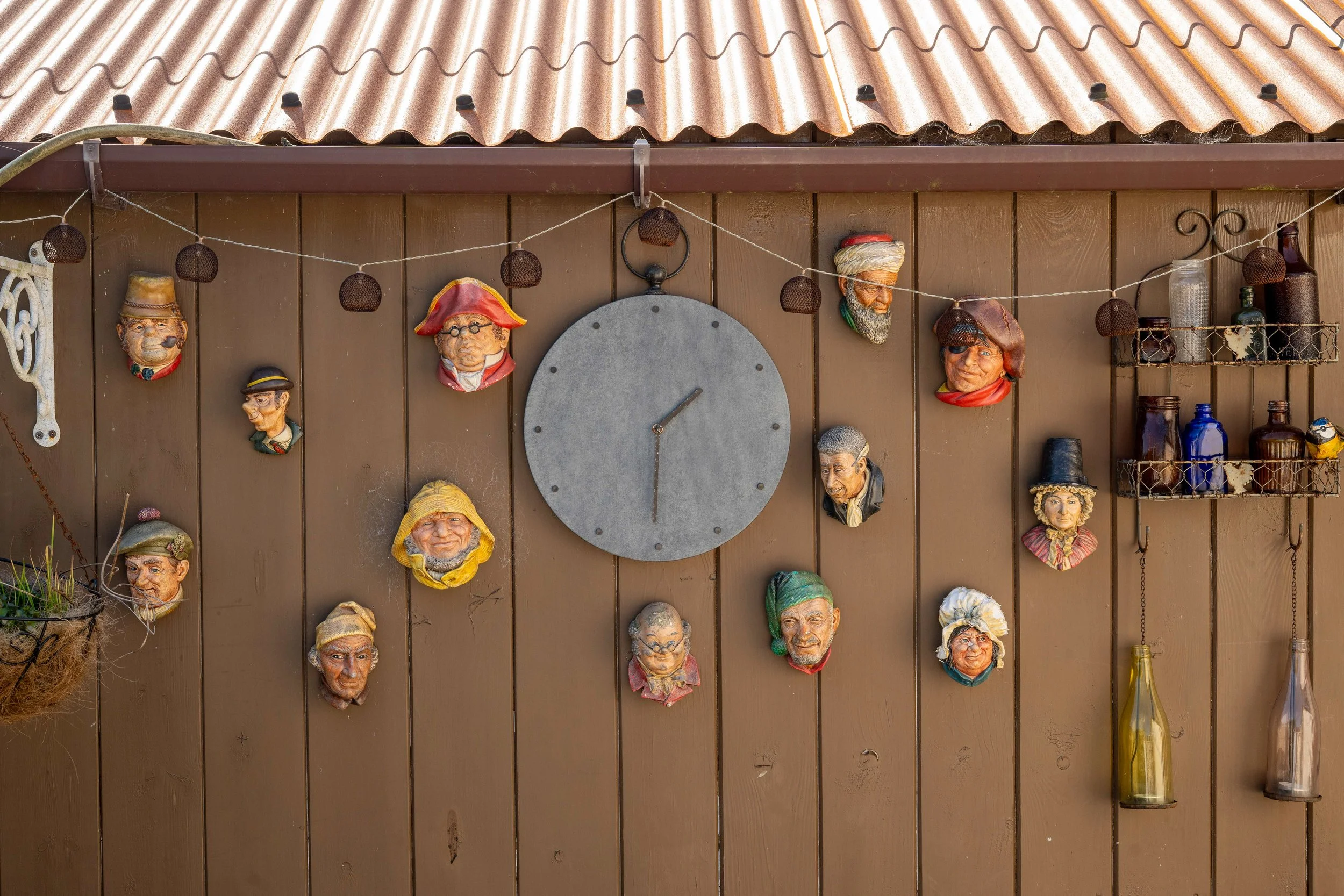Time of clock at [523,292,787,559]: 1:30
